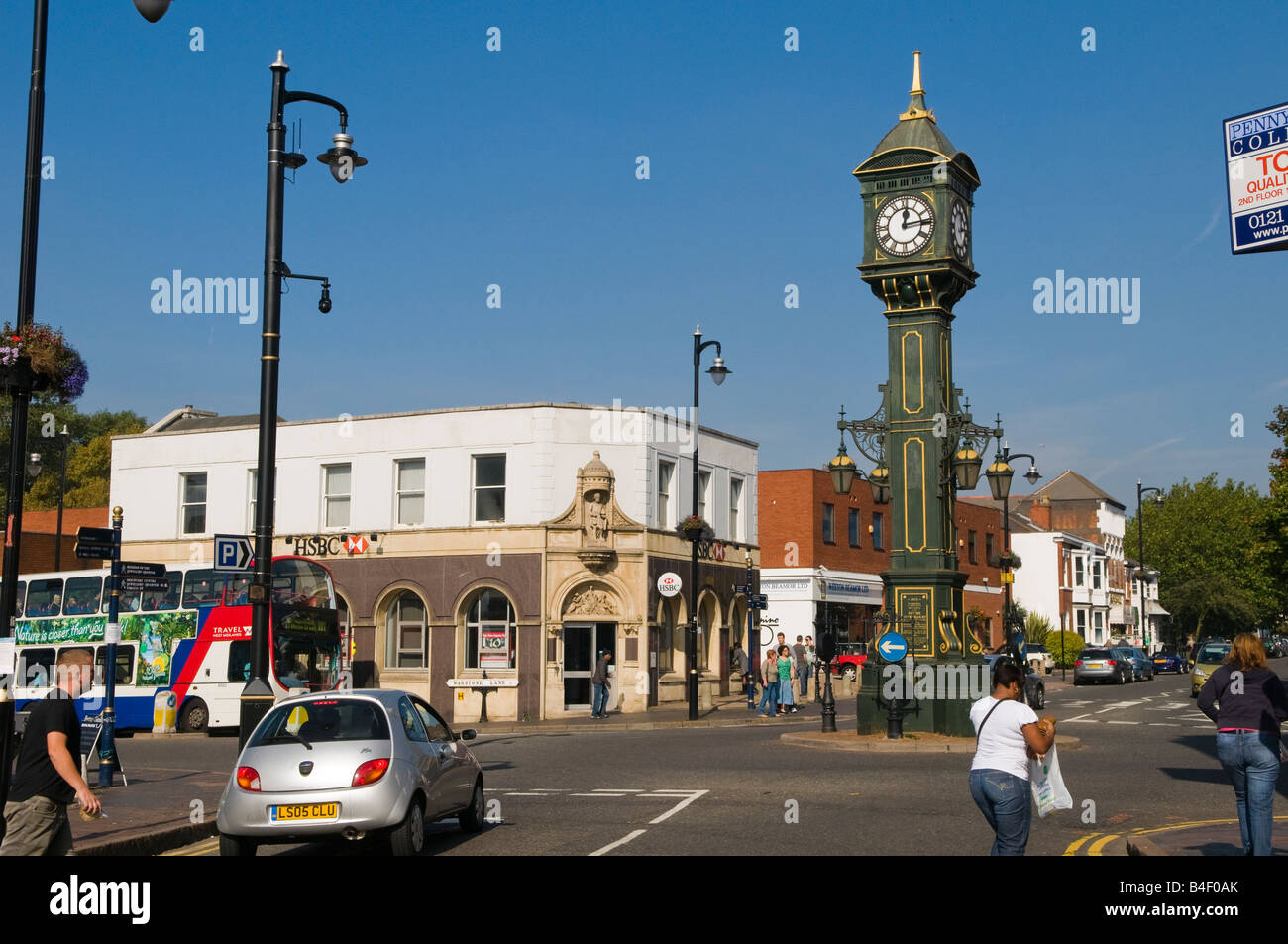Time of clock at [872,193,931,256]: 12:13
